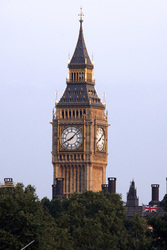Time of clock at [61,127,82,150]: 8:07
